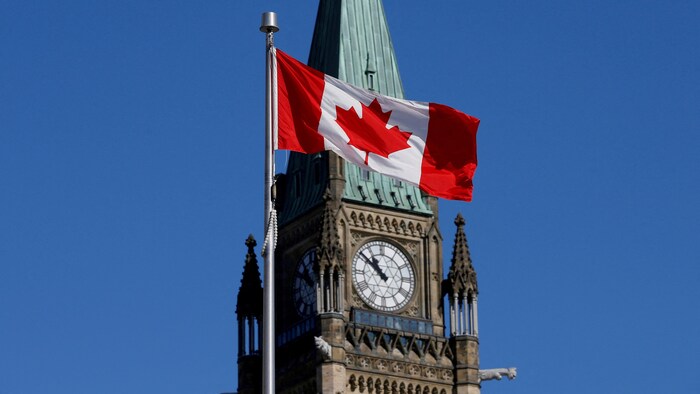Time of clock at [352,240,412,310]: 10:51
